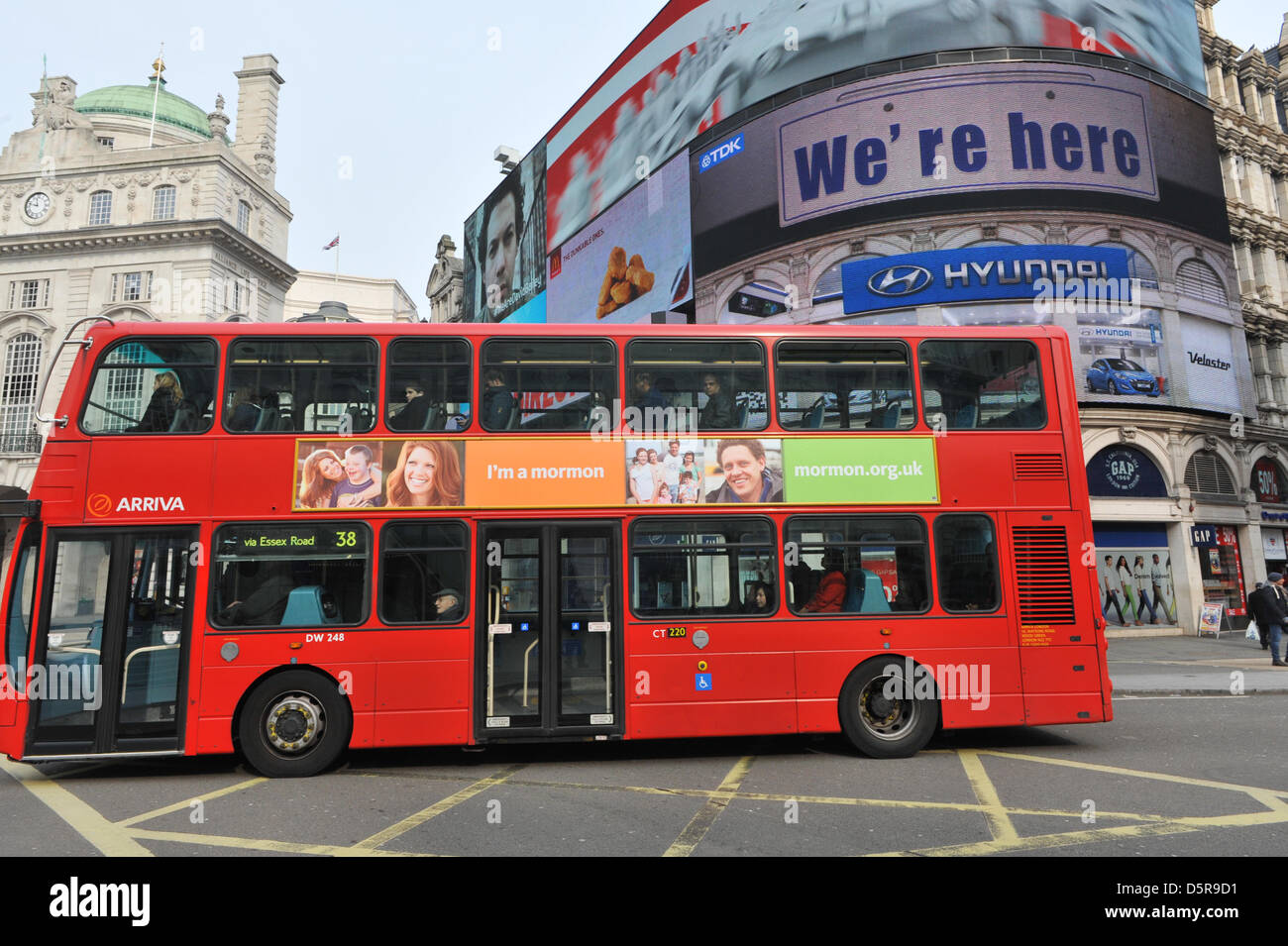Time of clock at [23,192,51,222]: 11:47
